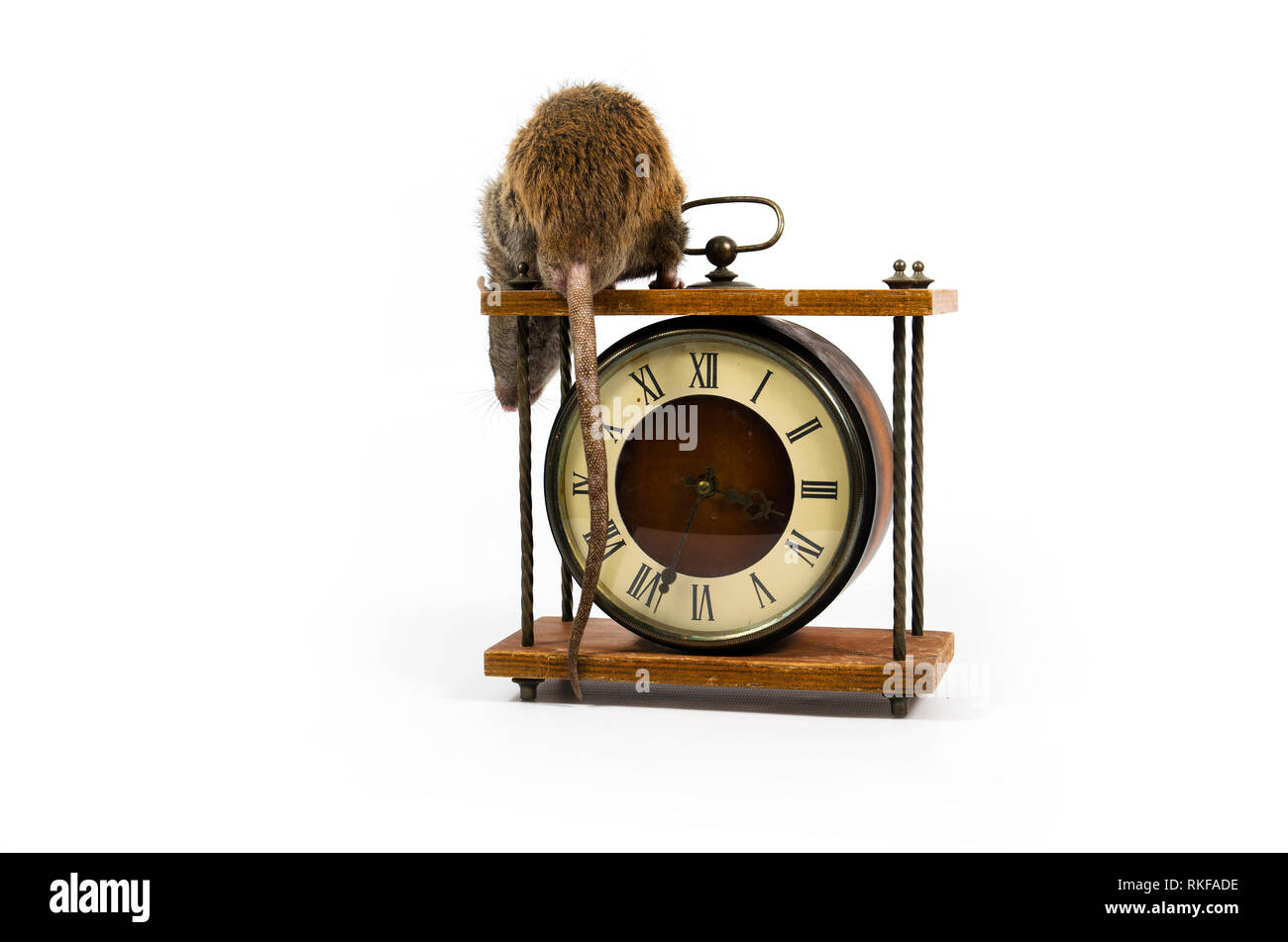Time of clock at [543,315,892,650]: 3:33
